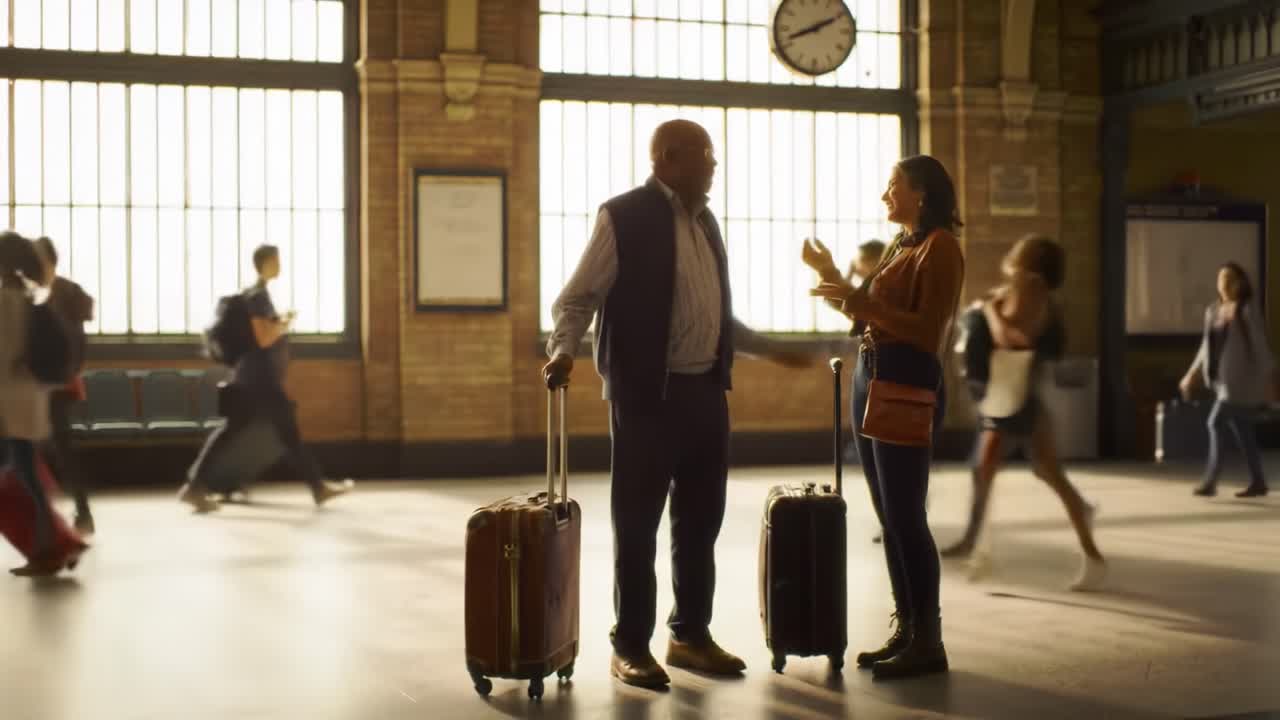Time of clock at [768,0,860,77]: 8:10
